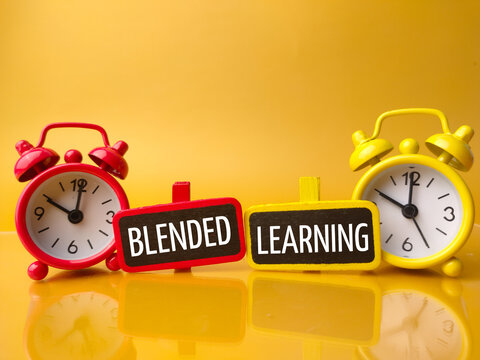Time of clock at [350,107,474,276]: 10:00
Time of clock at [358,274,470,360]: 8:05
